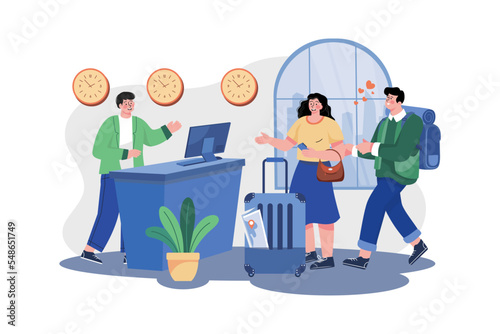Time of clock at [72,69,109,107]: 1:52
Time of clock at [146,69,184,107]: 1:52
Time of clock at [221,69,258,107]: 1:52
